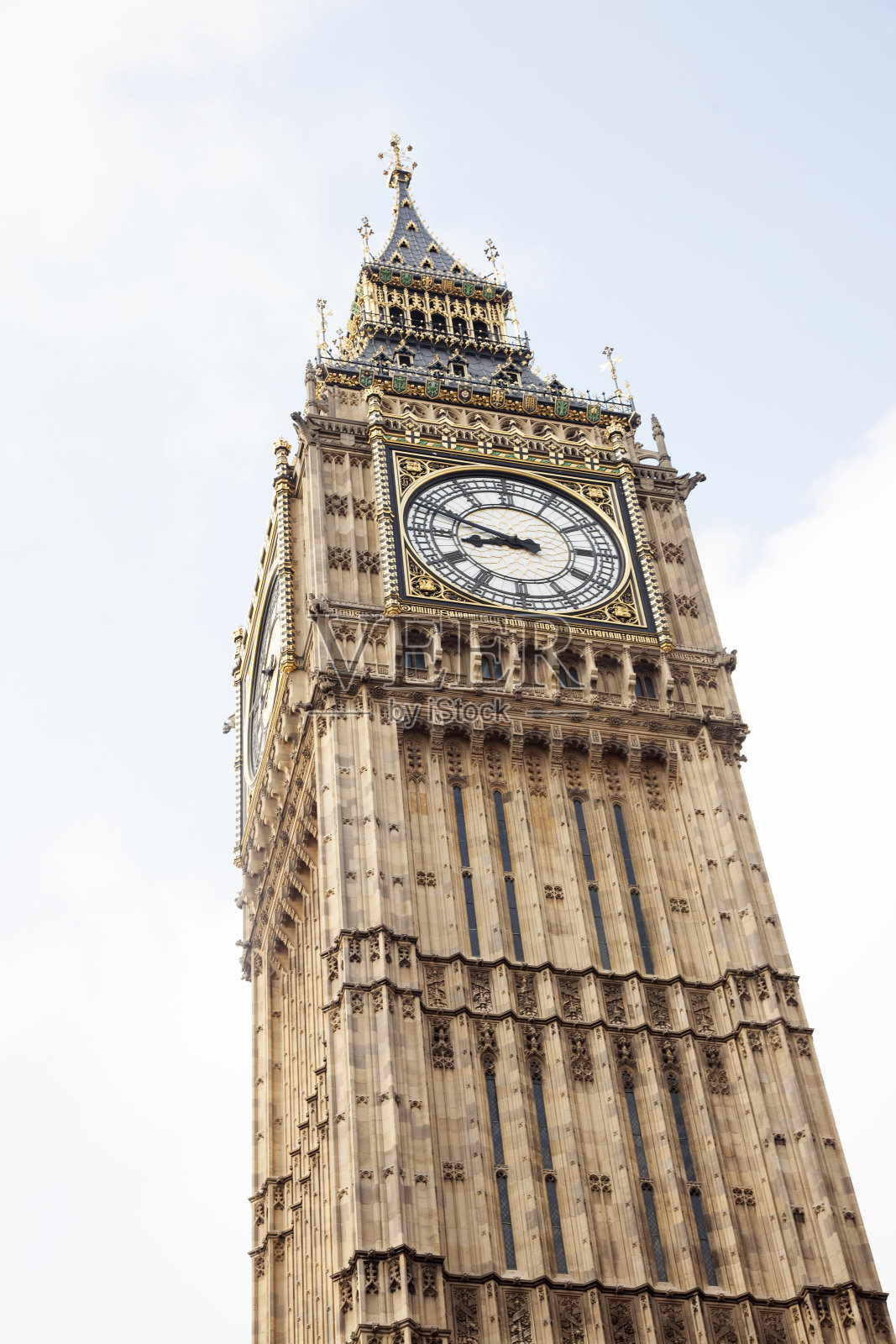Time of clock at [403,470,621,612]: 8:48
